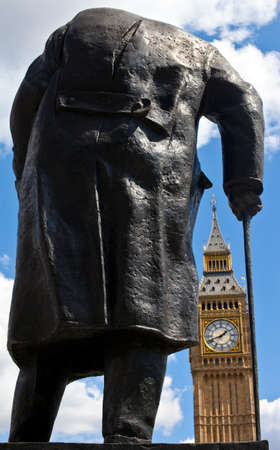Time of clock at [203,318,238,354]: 1:41
